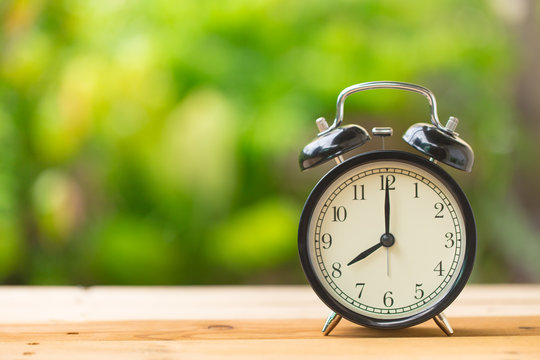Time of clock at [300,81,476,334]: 8:00
